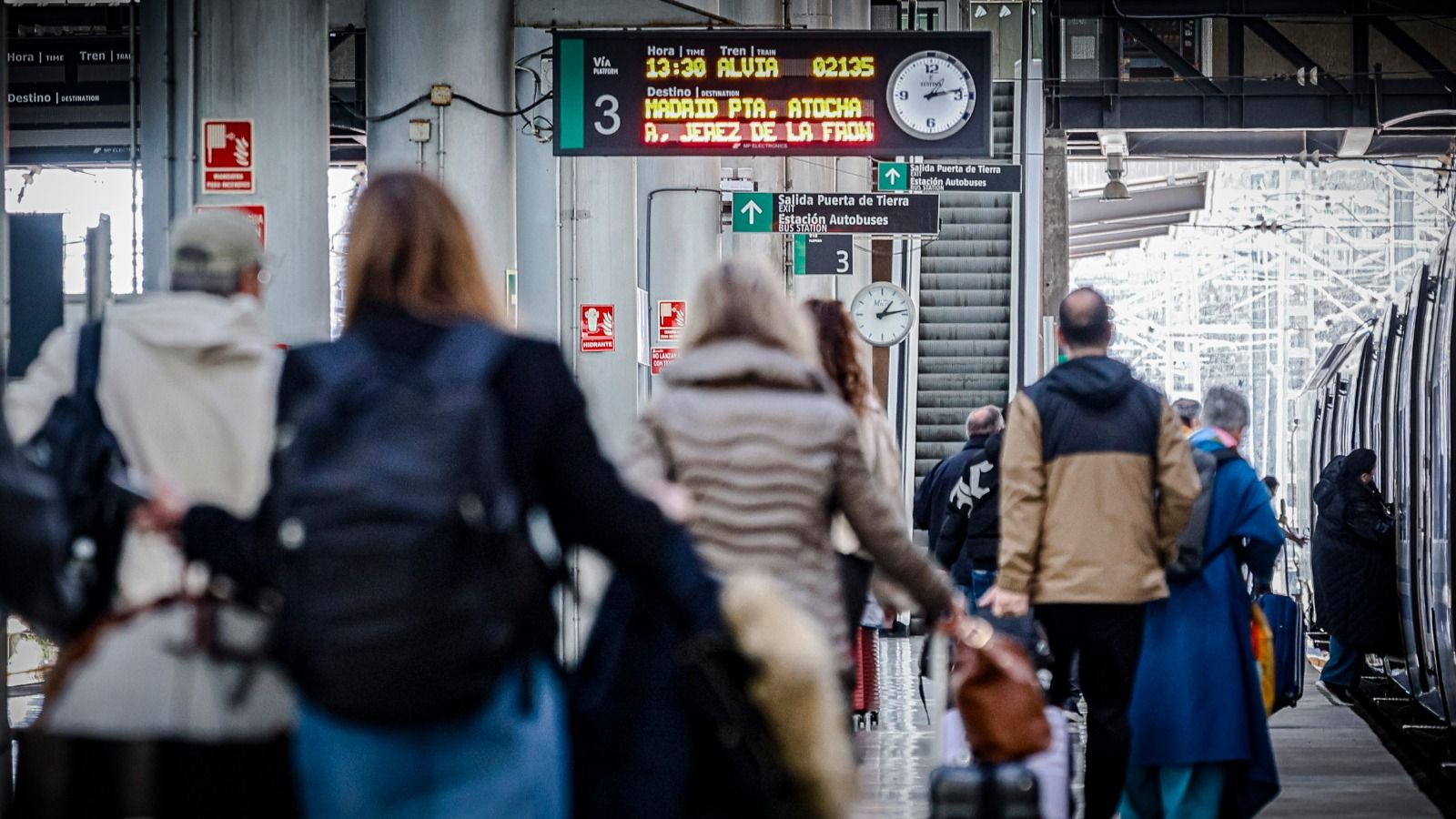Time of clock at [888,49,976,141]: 1:13
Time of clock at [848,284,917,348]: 1:13
